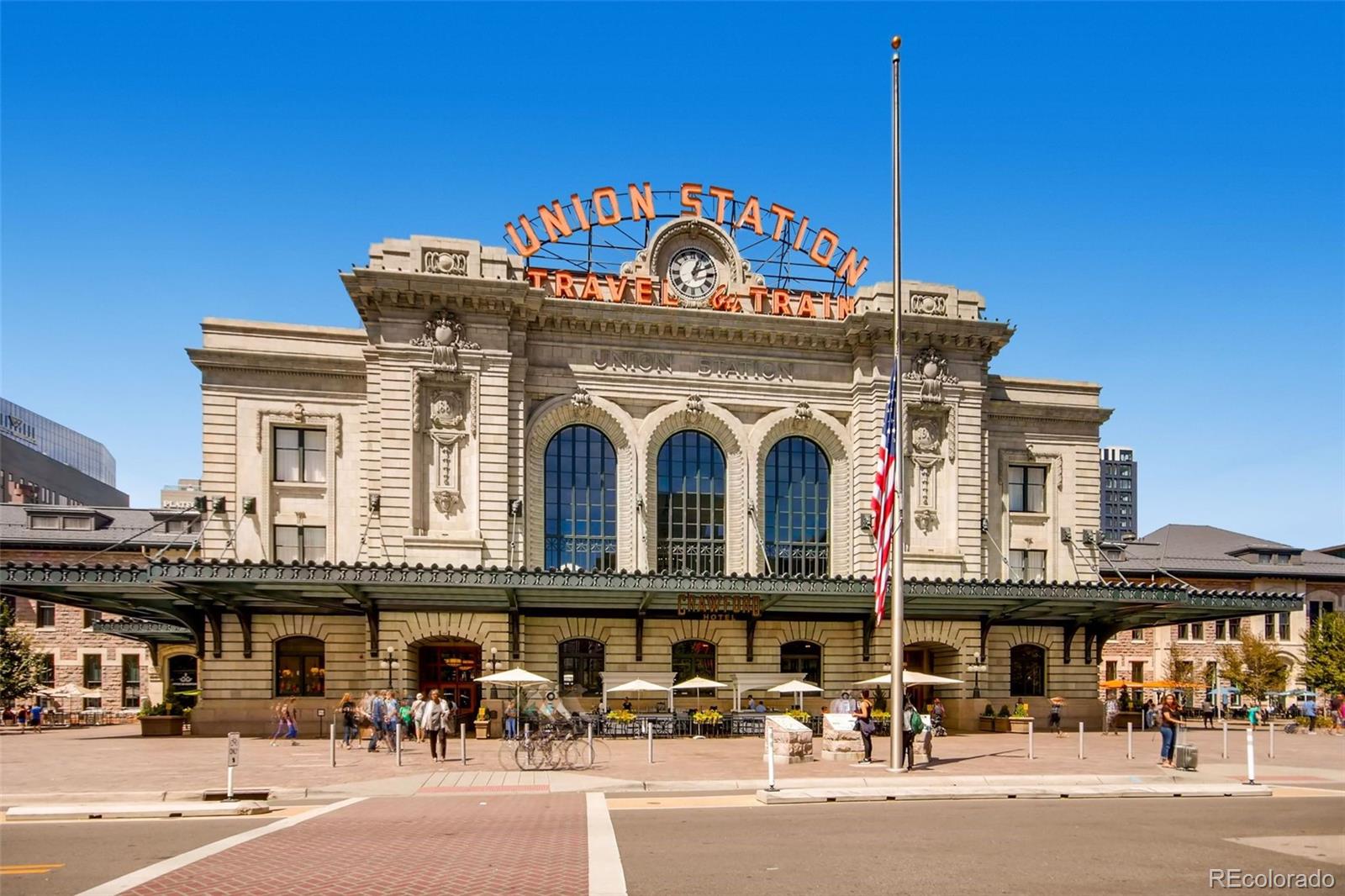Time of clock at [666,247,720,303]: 1:11
